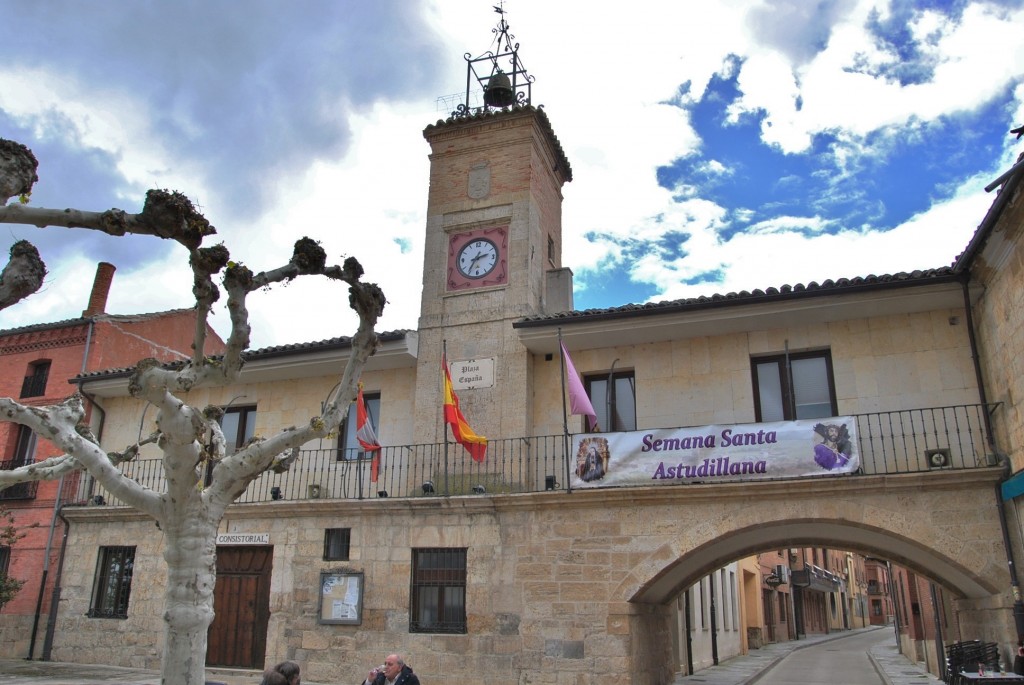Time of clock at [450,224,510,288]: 2:35
